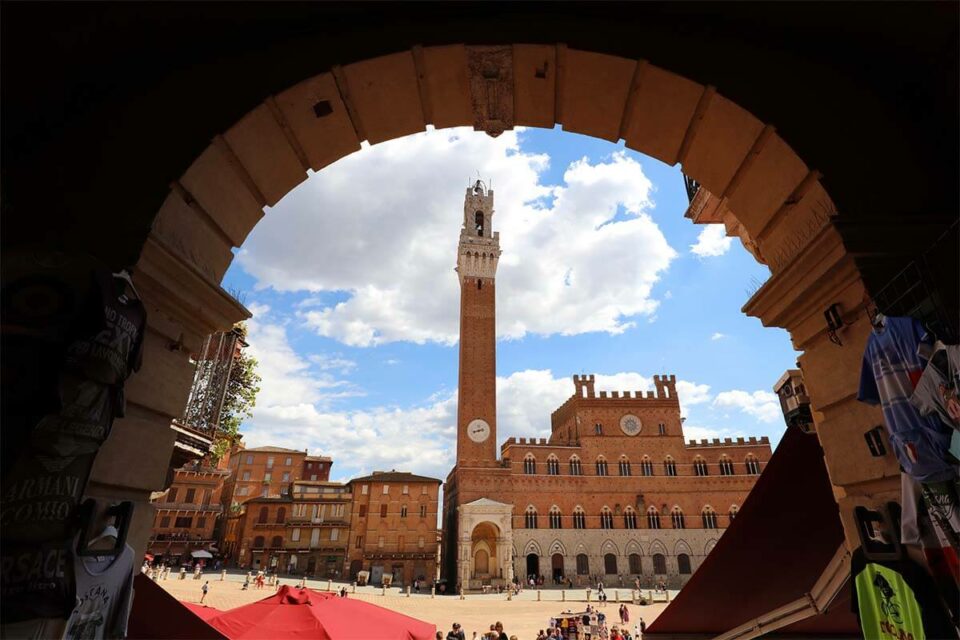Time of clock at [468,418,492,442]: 2:42
